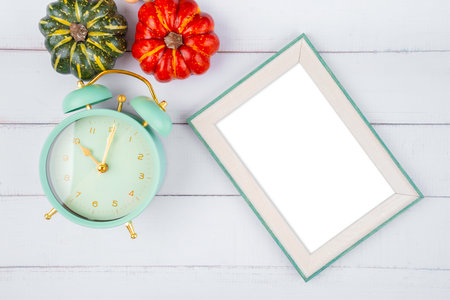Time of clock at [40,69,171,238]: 10:00
